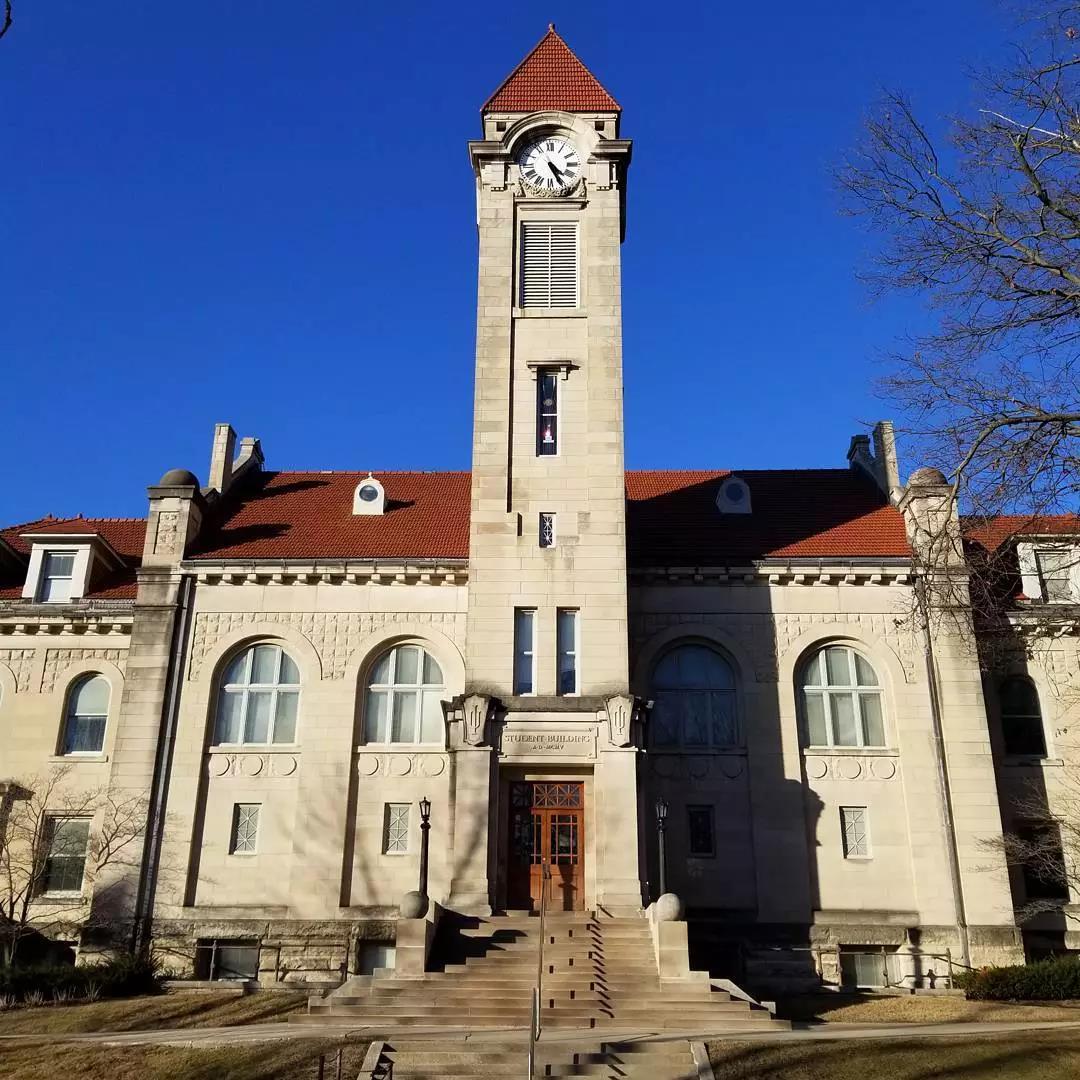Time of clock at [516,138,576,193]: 4:25
